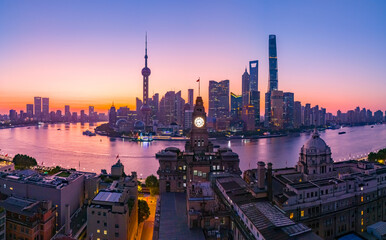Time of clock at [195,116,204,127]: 4:42
